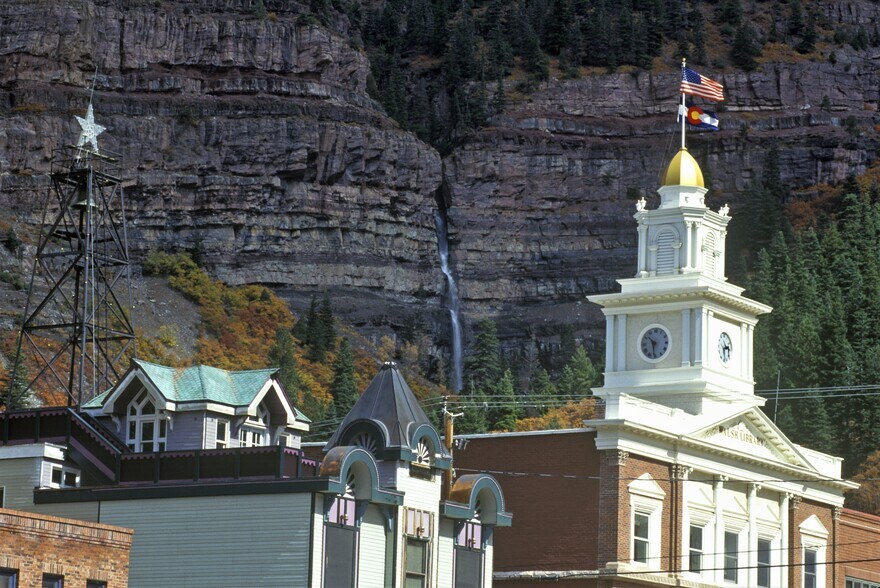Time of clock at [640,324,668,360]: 10:30
